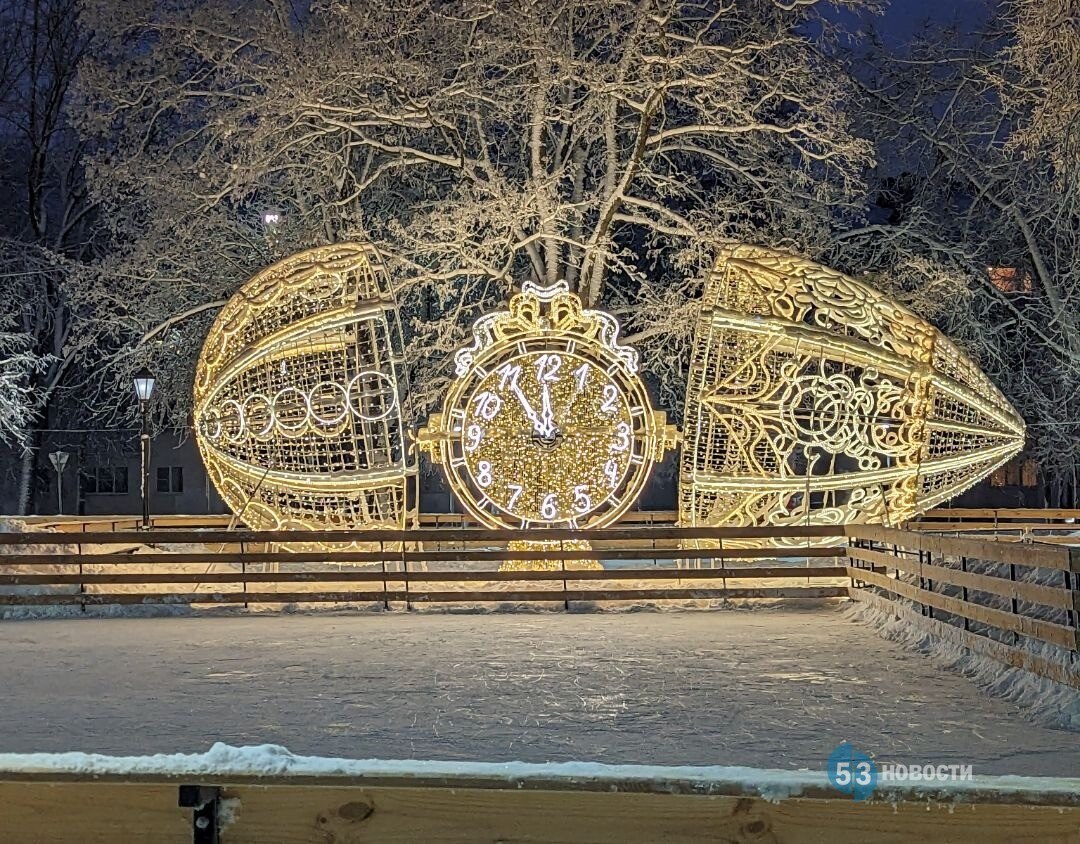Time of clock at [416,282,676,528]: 10:59
